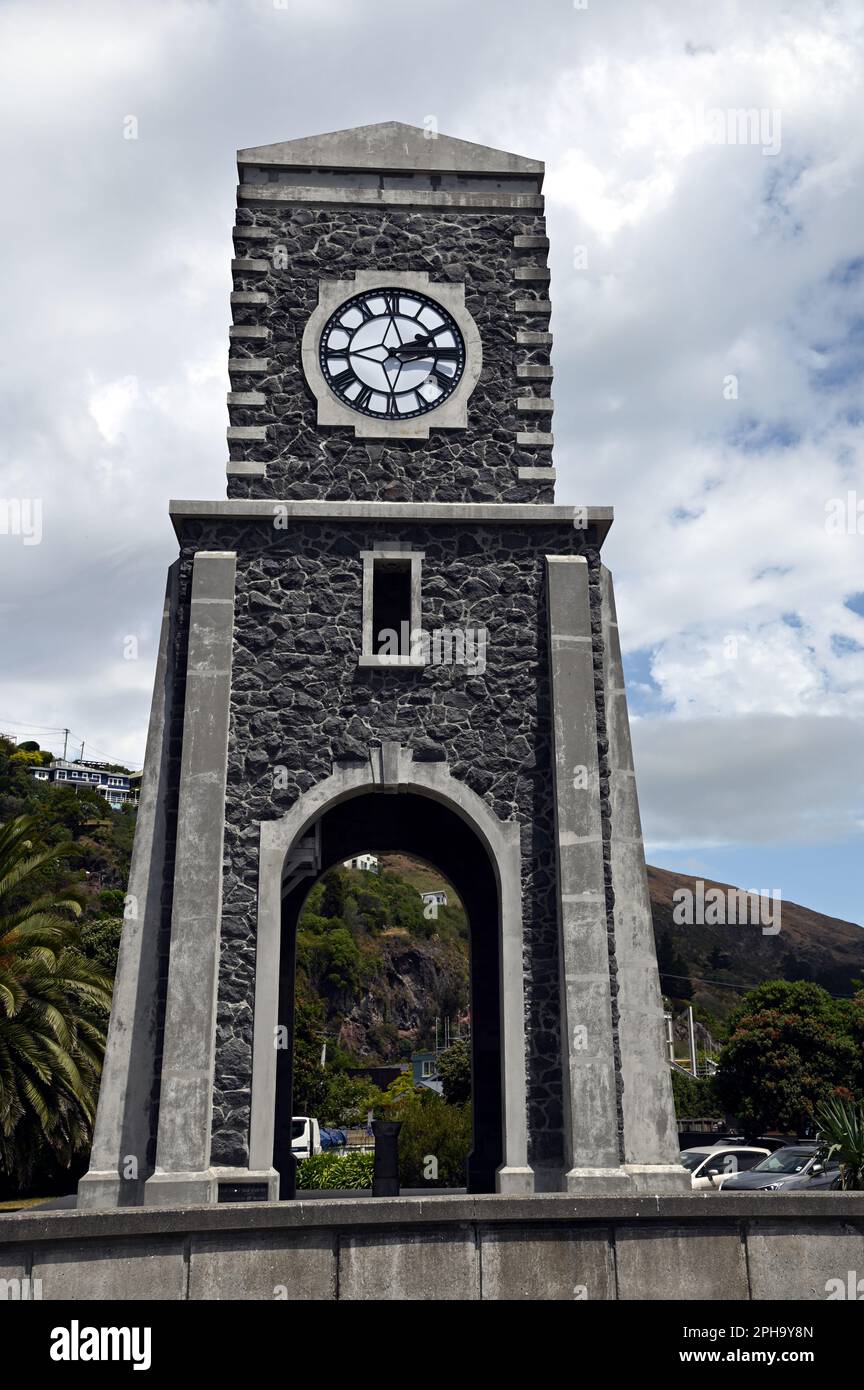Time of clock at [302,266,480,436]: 2:14
